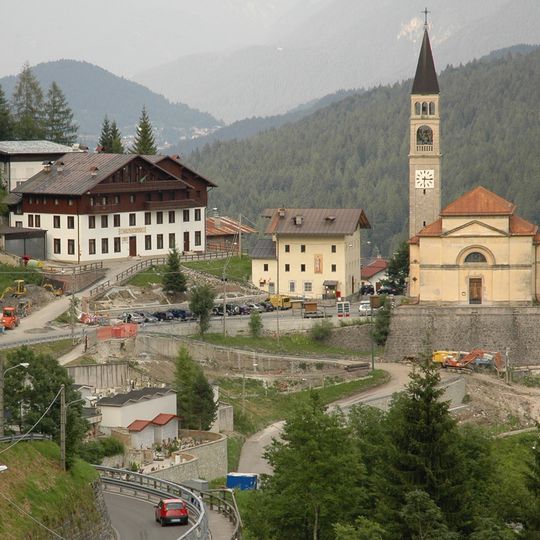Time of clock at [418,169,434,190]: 6:15
